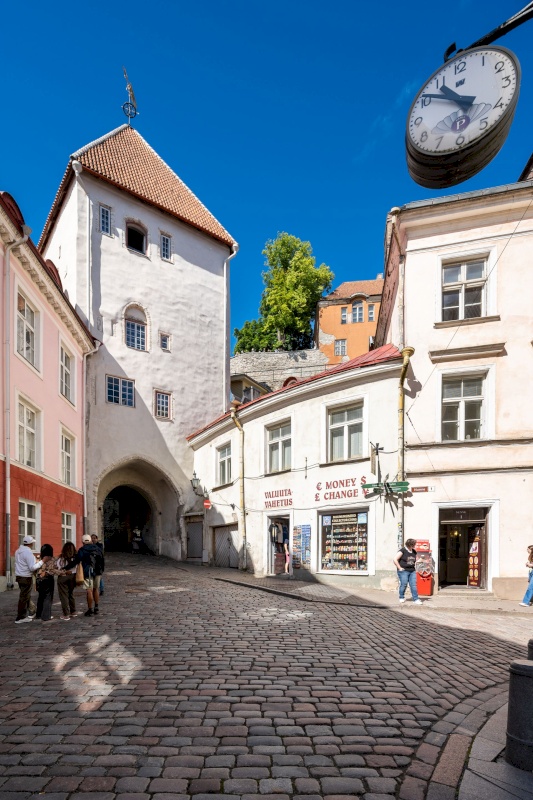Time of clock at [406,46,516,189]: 10:51
